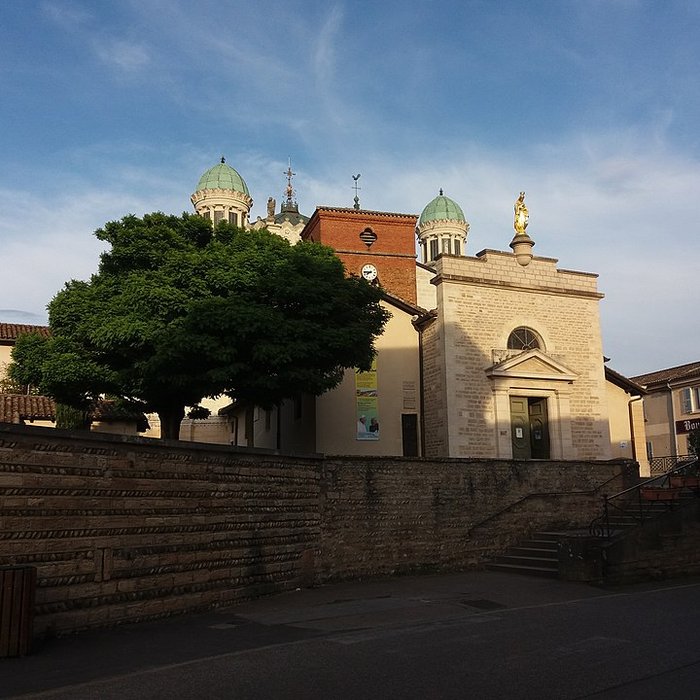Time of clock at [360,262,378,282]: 7:44
